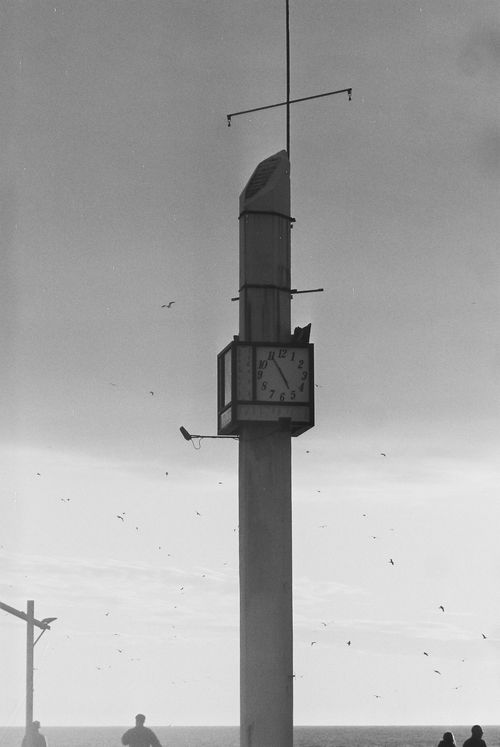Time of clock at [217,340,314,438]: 4:54
